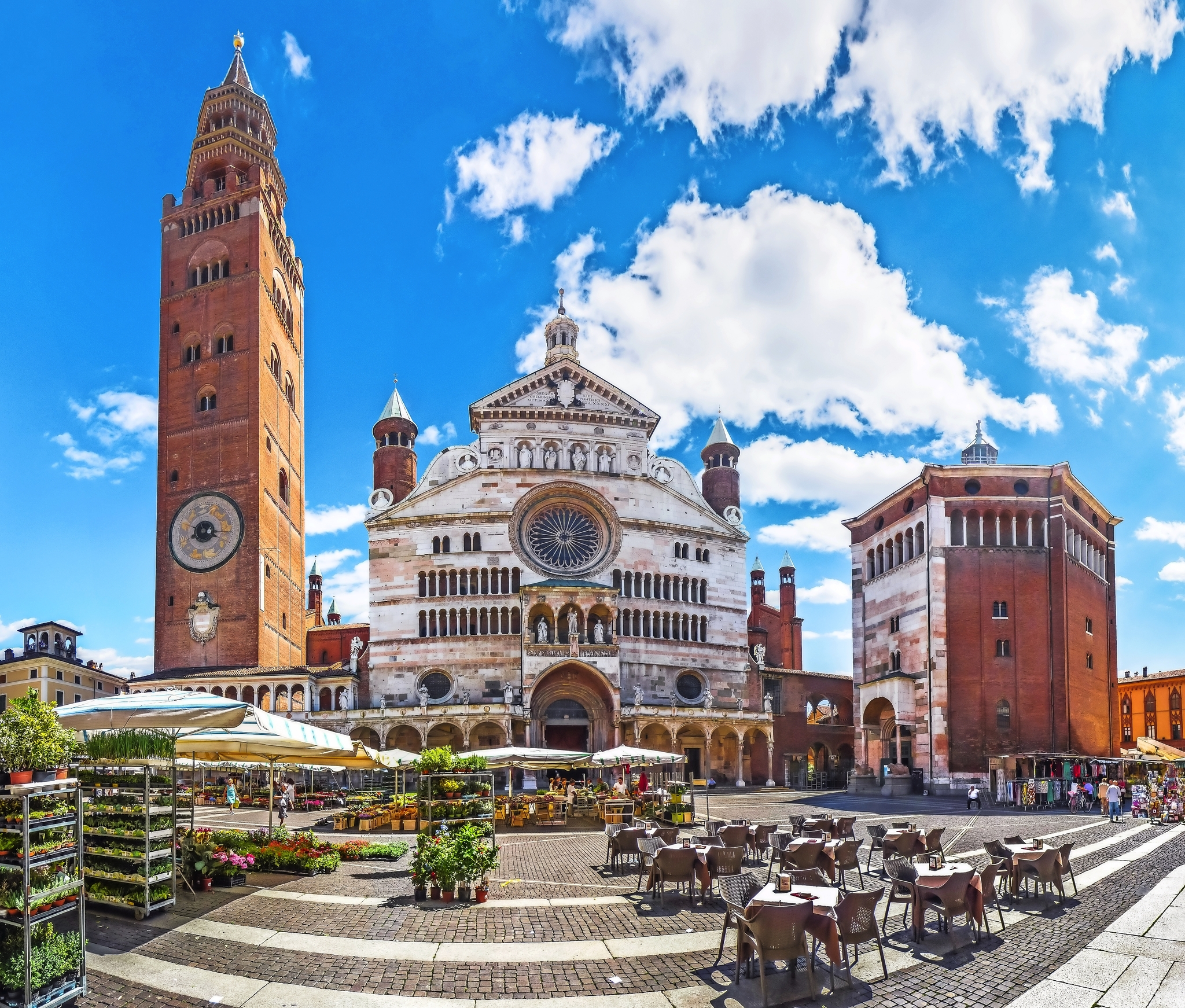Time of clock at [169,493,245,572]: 3:40
